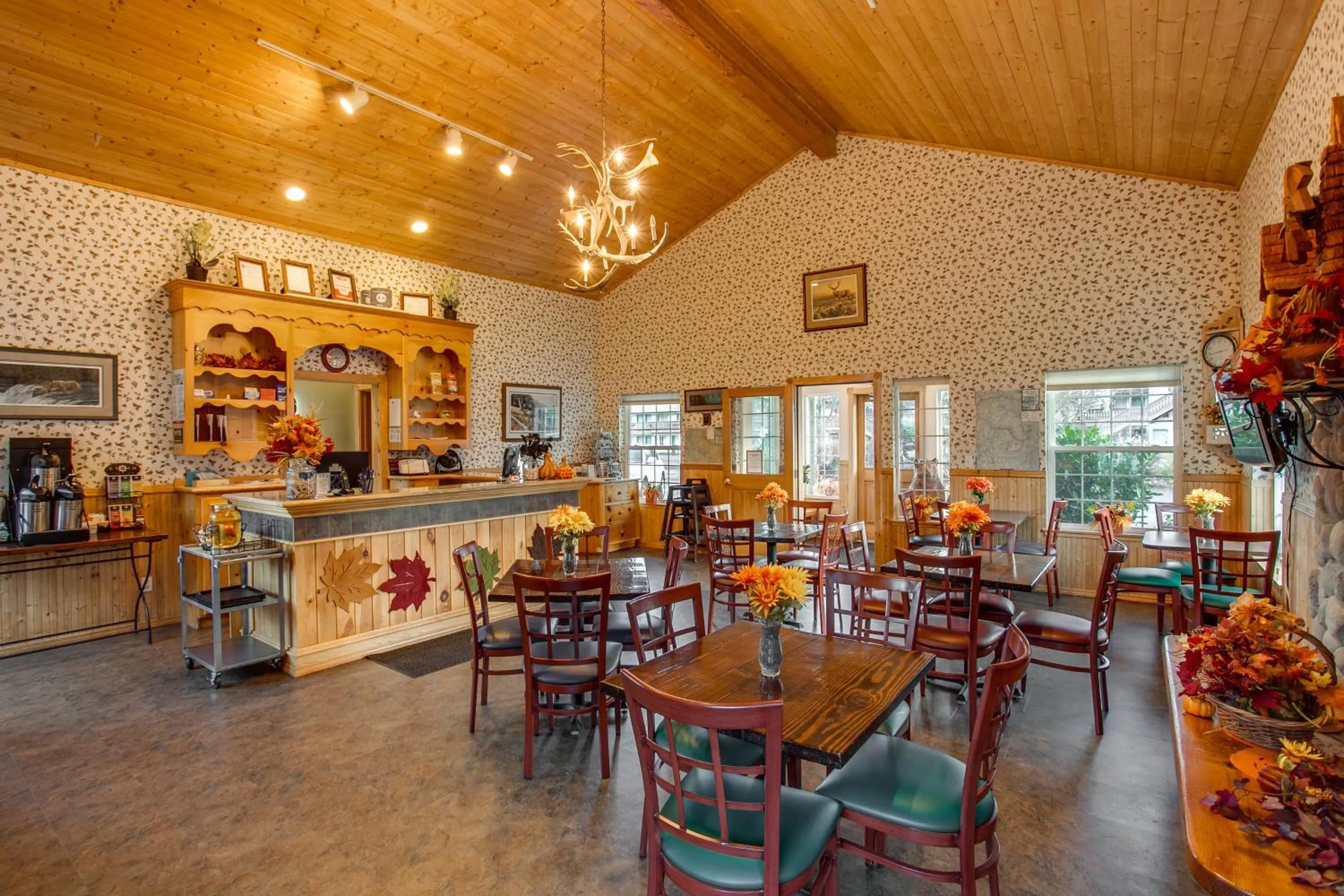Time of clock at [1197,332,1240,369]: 2:43
